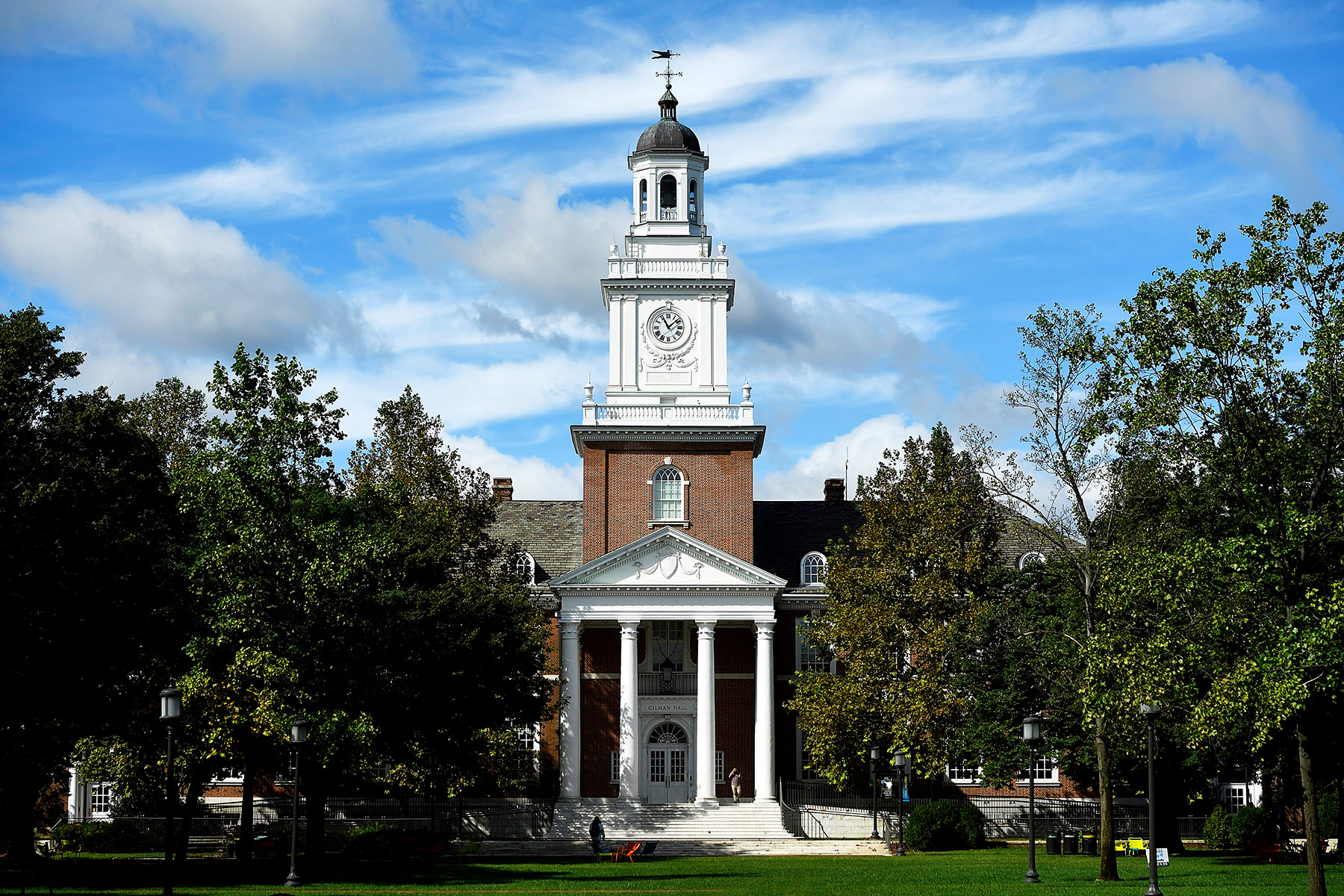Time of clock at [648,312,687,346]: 11:08
